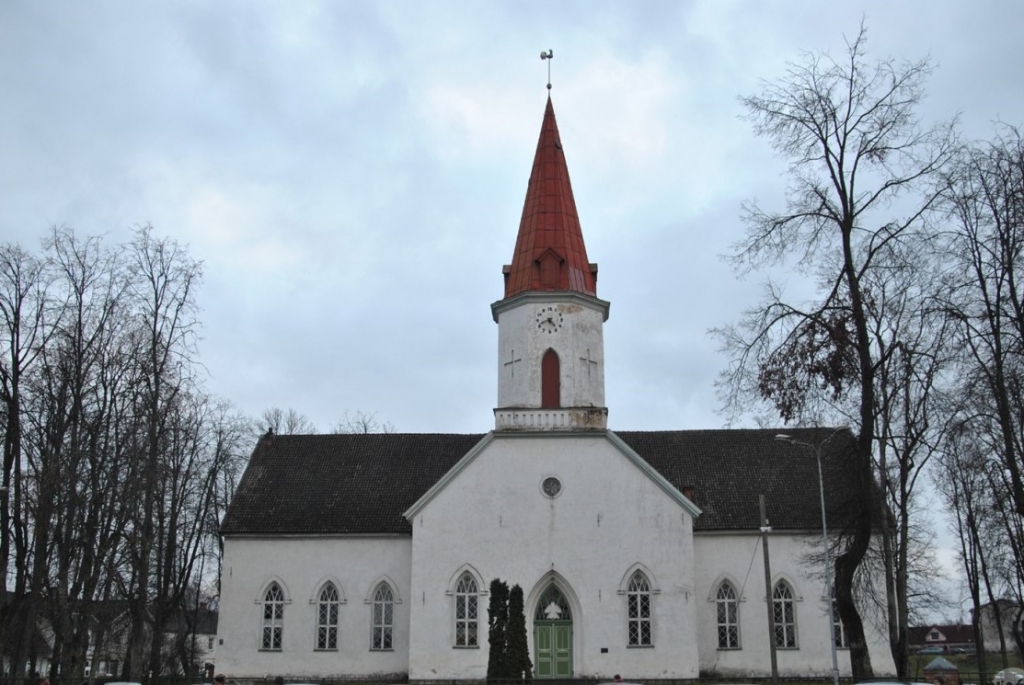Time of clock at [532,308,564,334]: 4:41
